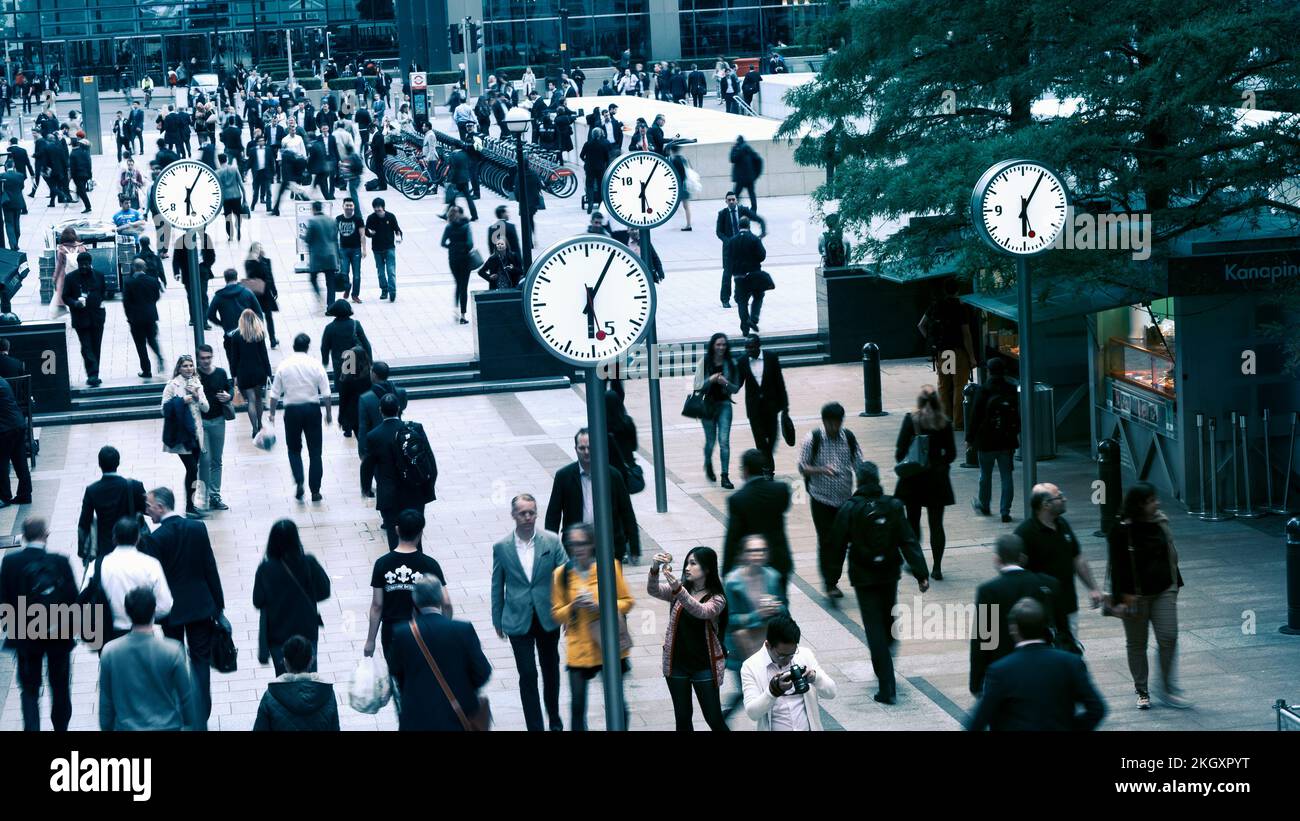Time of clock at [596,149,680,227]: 6:05
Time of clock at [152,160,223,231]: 6:05
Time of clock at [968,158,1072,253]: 6:05
